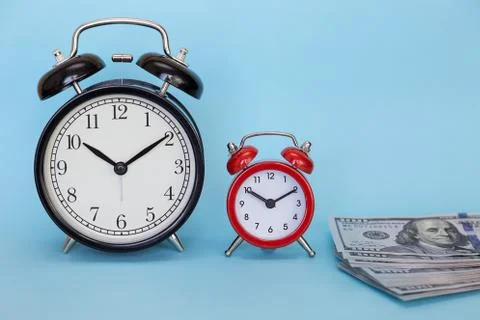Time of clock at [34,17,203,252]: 10:09
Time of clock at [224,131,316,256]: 10:10
